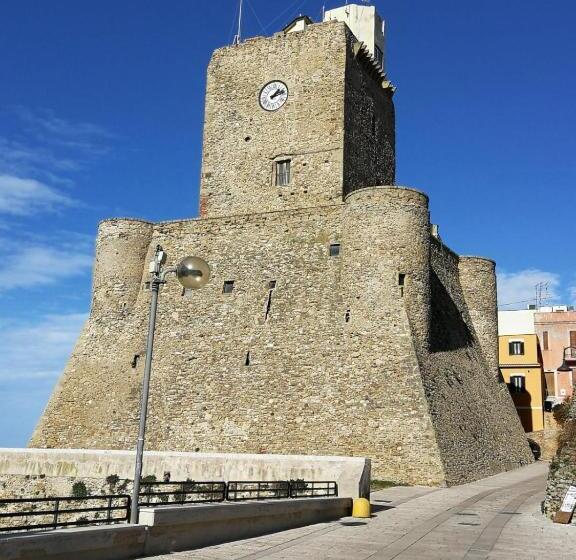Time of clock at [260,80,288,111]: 1:12
